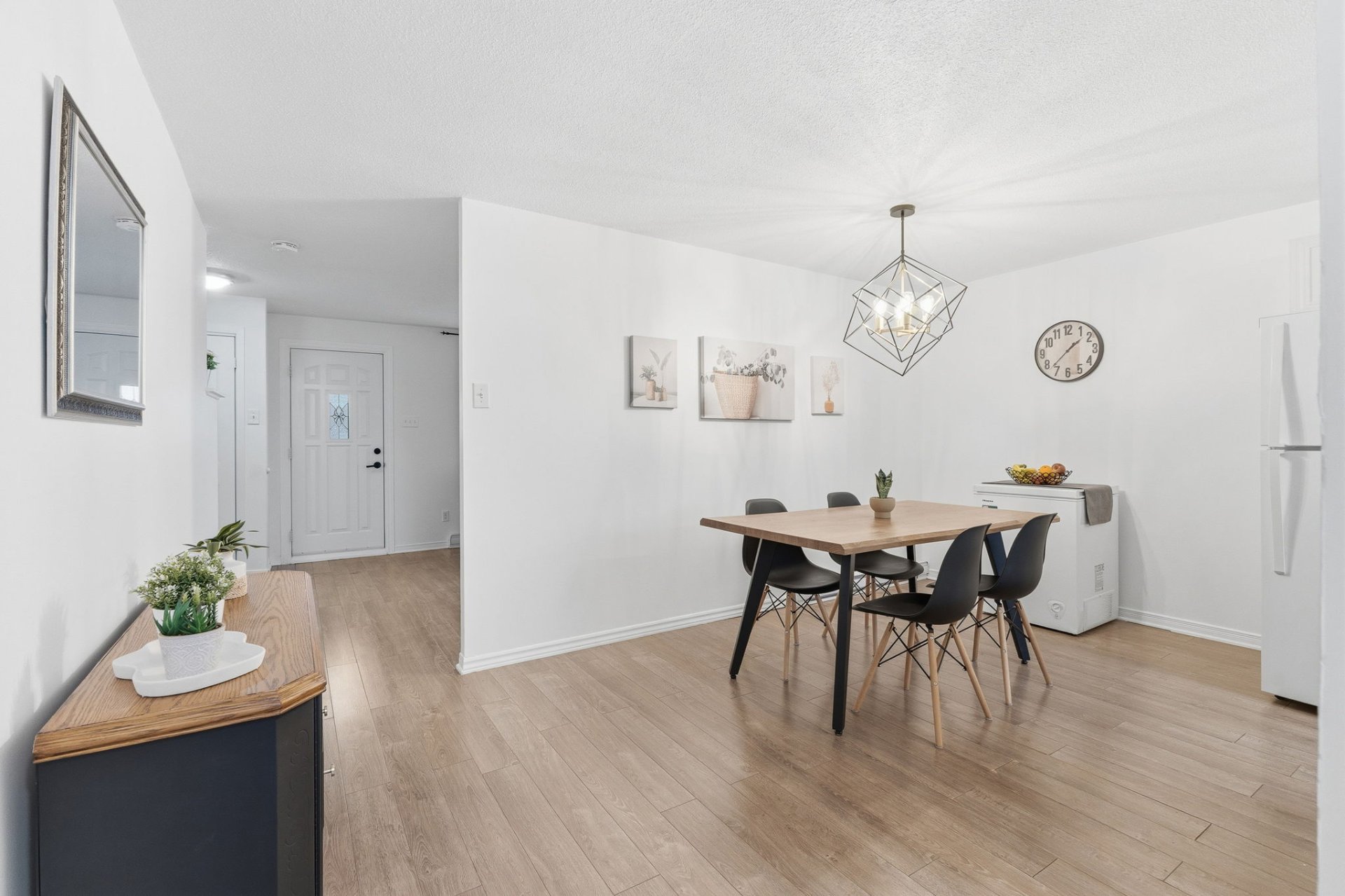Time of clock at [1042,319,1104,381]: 1:37
